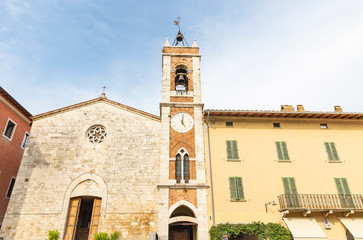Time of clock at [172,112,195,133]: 5:01
